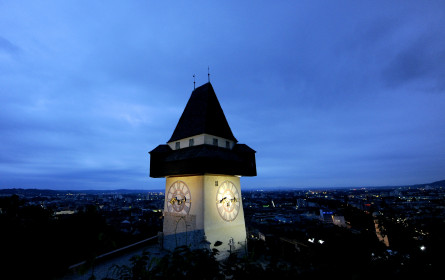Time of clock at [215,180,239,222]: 8:14
